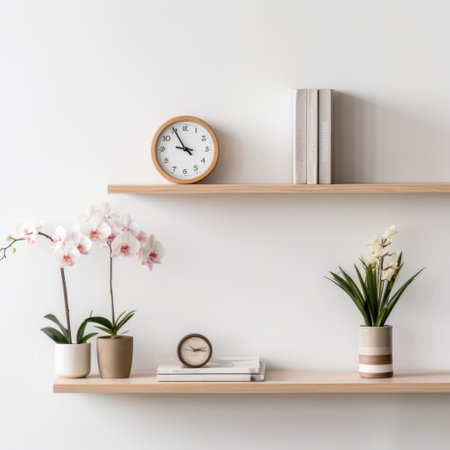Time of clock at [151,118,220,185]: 9:55
